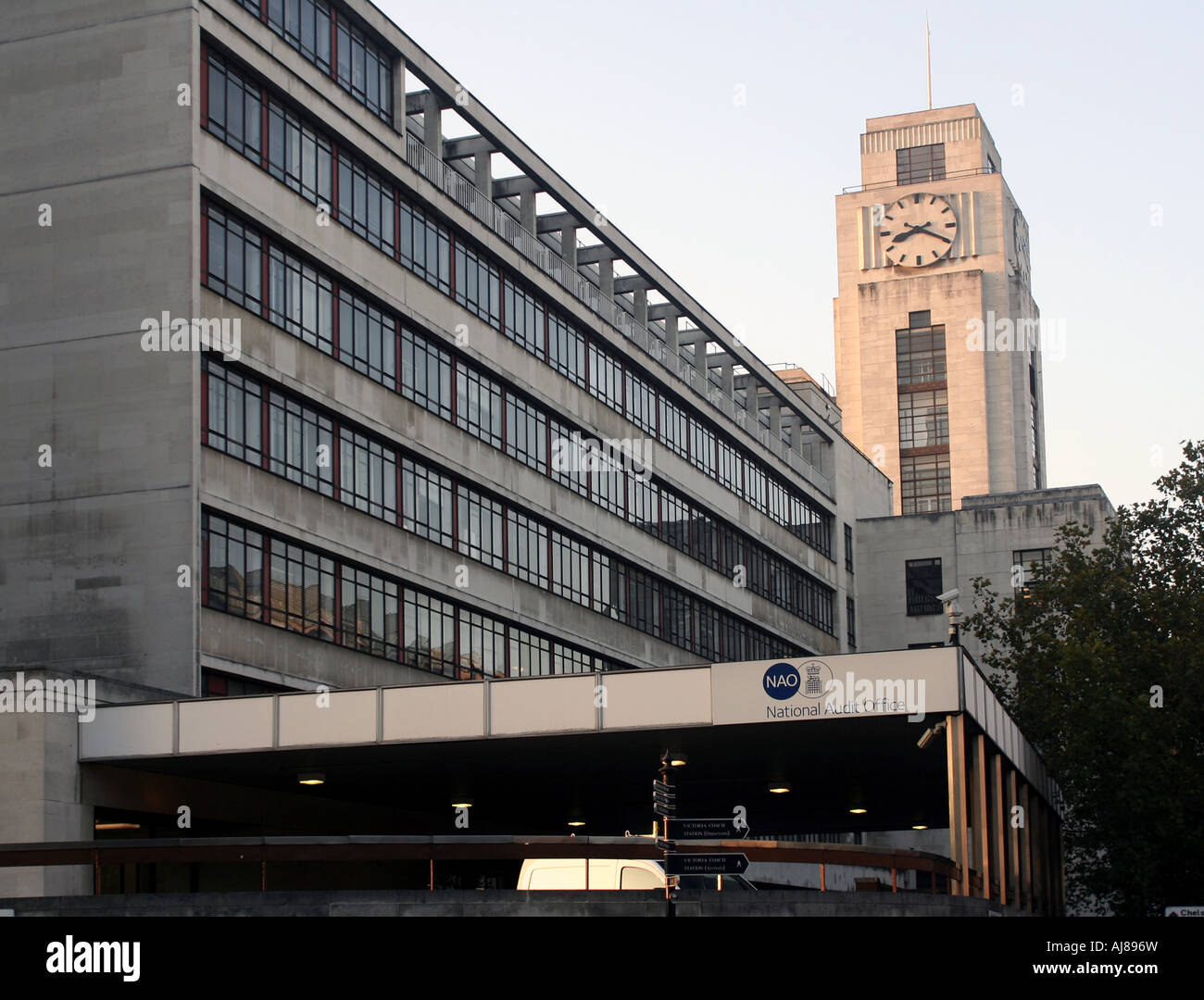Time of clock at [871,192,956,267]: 8:19
